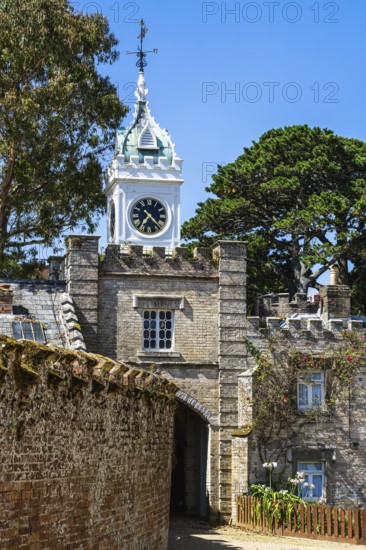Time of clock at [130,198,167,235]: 7:22
